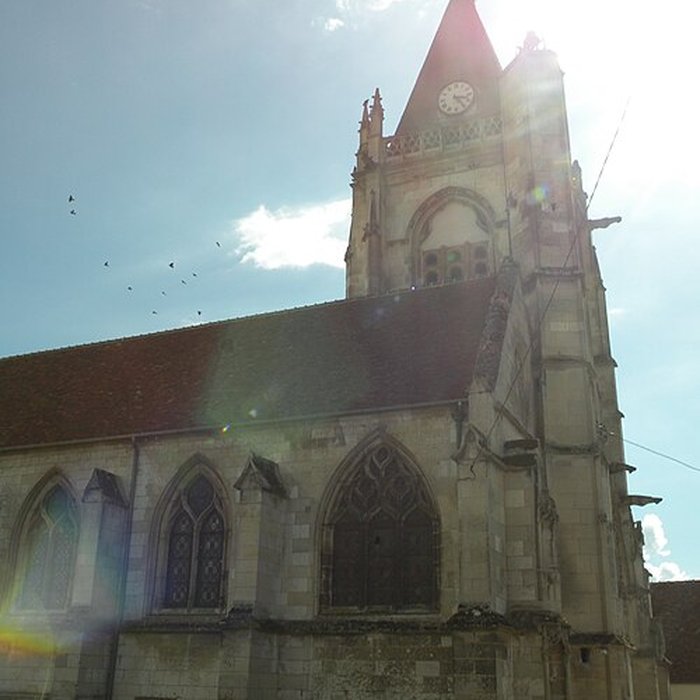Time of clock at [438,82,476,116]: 3:23
